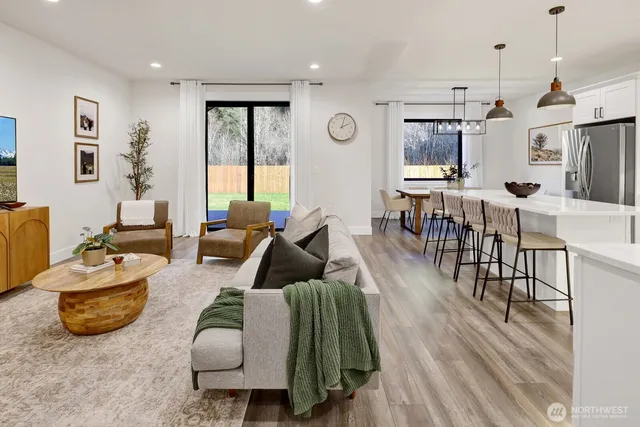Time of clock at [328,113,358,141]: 2:02
